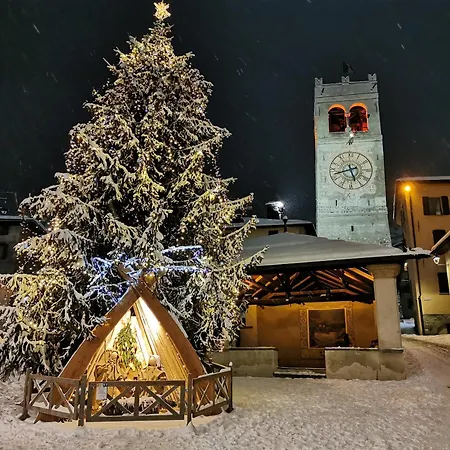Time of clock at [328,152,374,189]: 5:42
